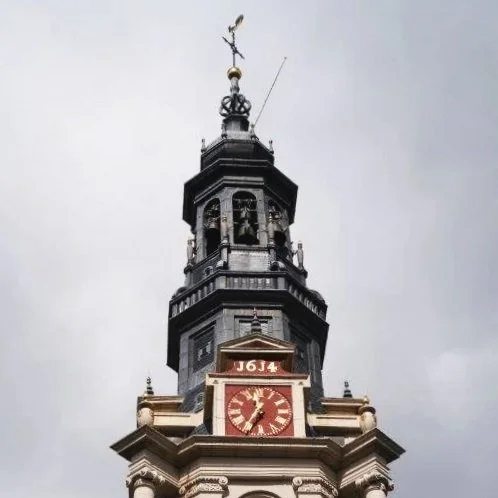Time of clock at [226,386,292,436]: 11:34
